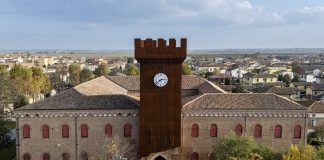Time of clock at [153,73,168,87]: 2:38
